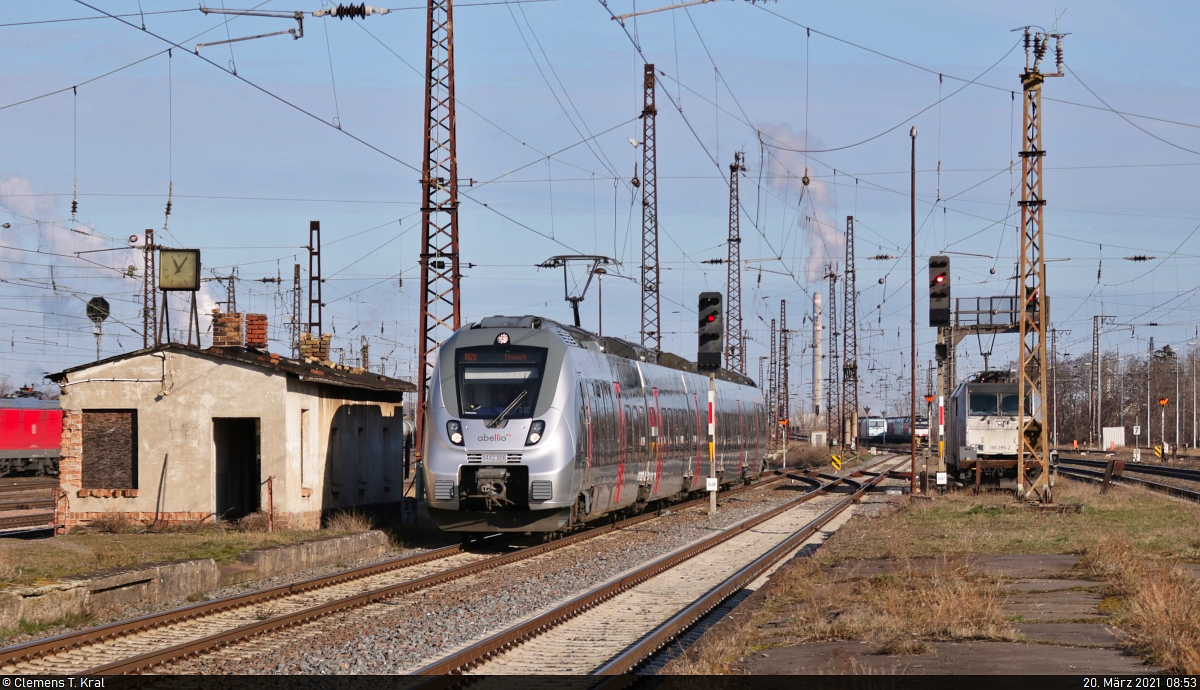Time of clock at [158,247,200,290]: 11:05
